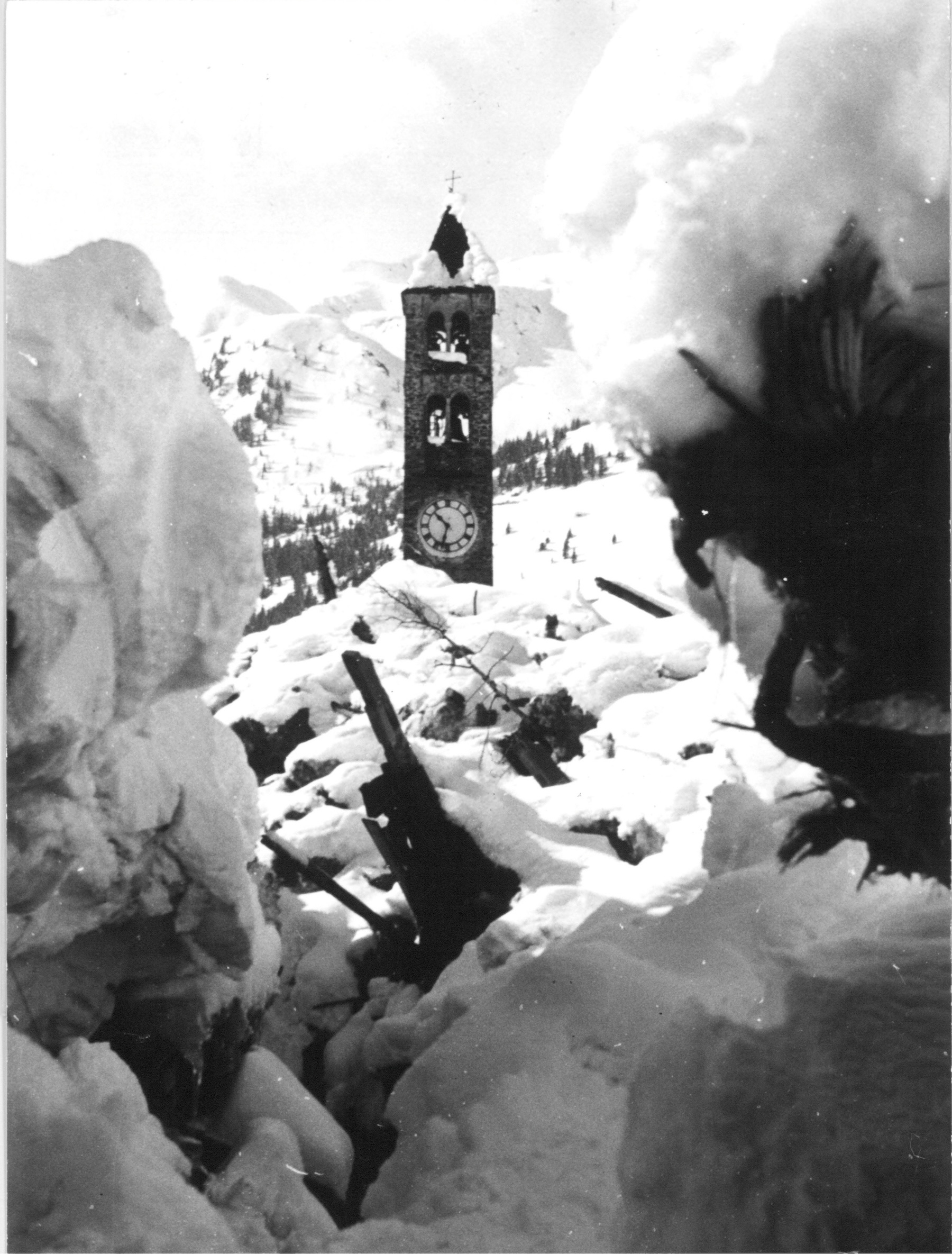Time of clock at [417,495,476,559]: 10:32
